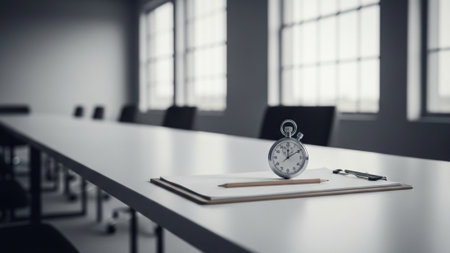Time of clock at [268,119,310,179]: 12:09
